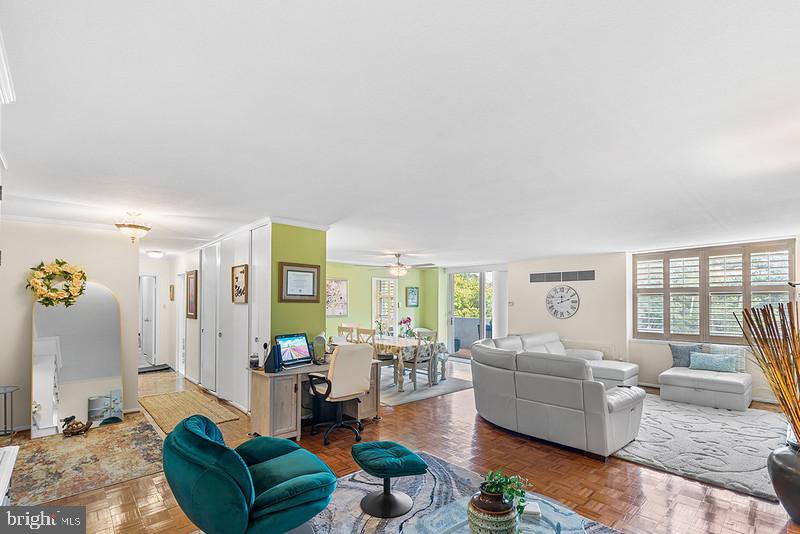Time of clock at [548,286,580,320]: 12:11
